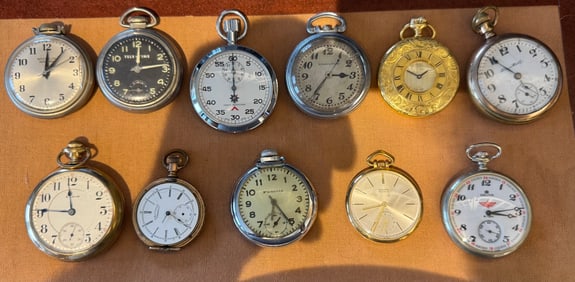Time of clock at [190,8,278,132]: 6:00
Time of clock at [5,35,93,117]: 12:06
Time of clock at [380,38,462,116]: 1:49
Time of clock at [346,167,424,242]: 8:20
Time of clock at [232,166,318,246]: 6:24
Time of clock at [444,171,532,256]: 3:13
